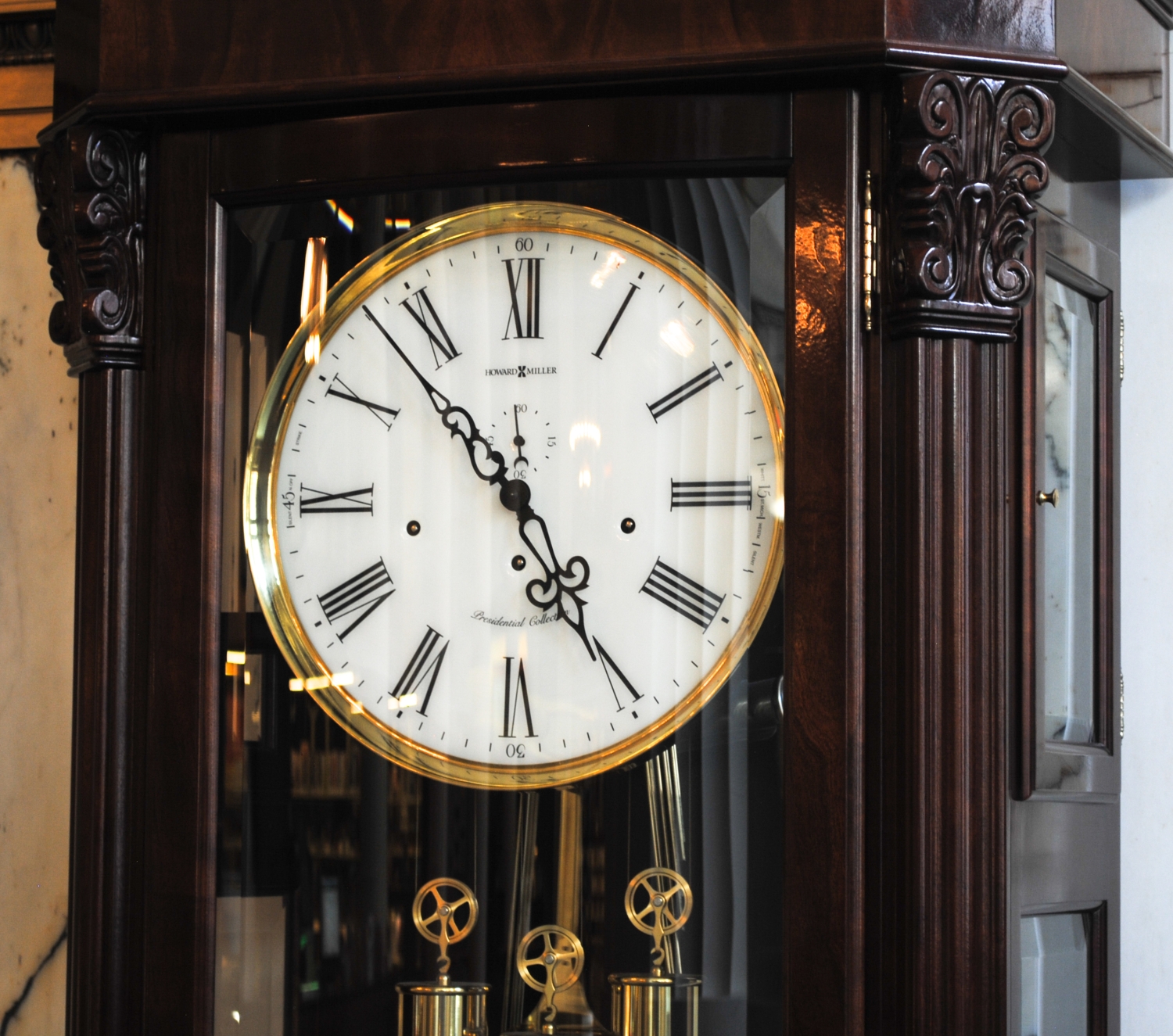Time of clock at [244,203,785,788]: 4:52
